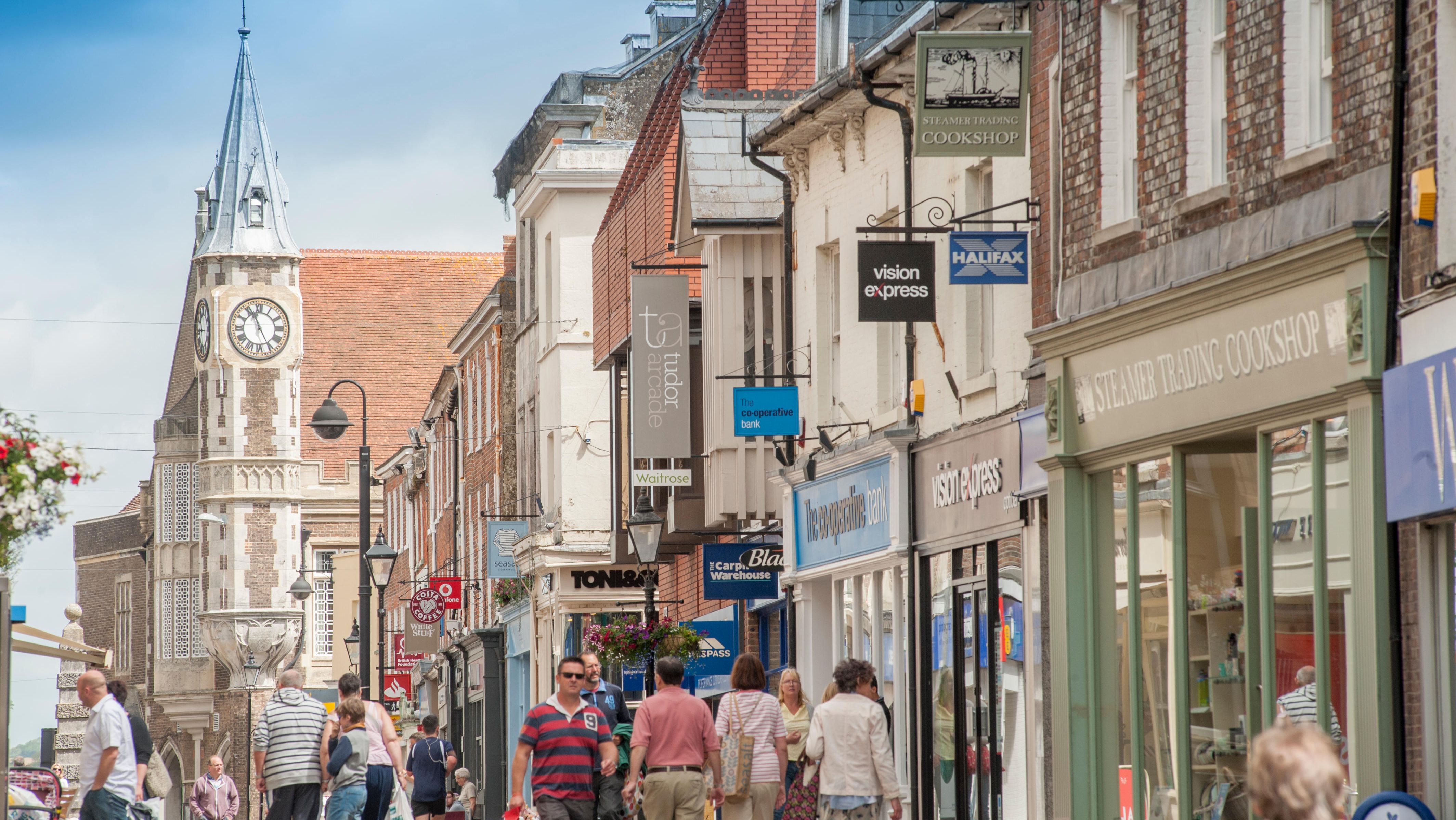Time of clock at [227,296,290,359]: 11:25
